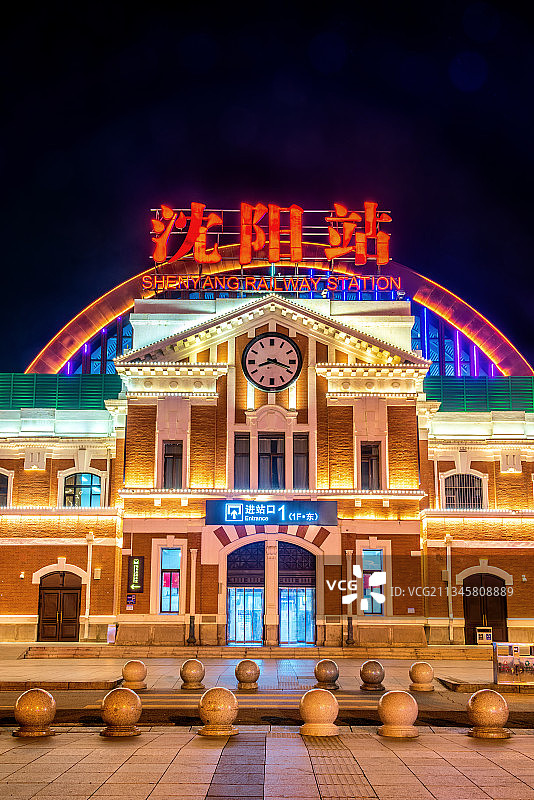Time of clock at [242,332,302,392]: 8:18
